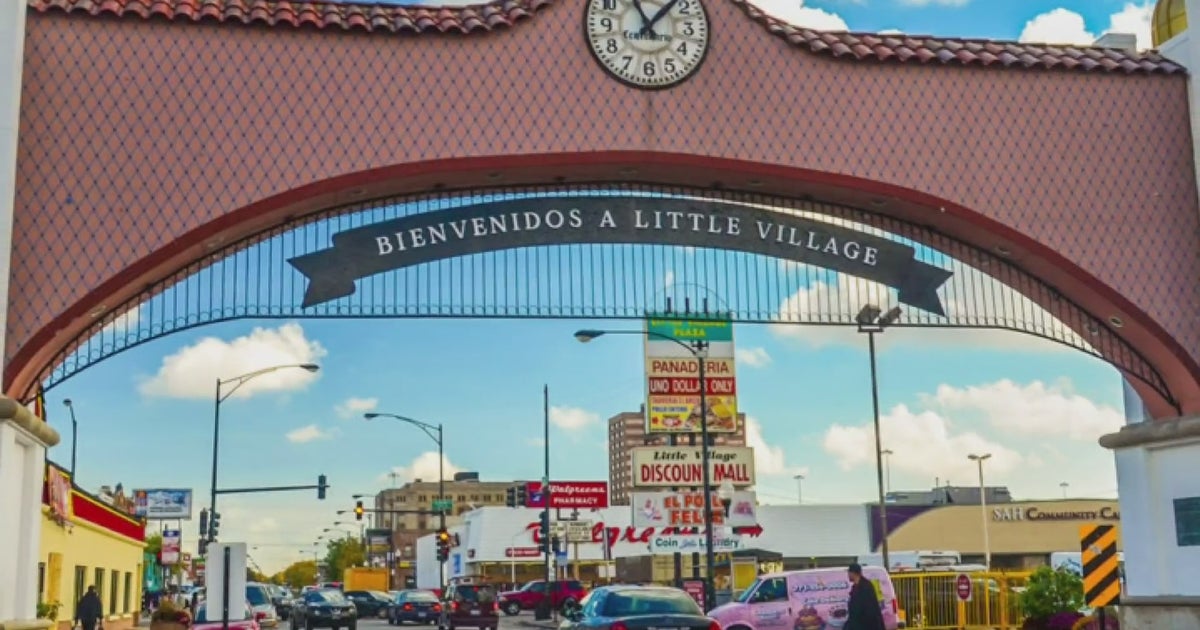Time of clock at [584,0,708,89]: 11:07
